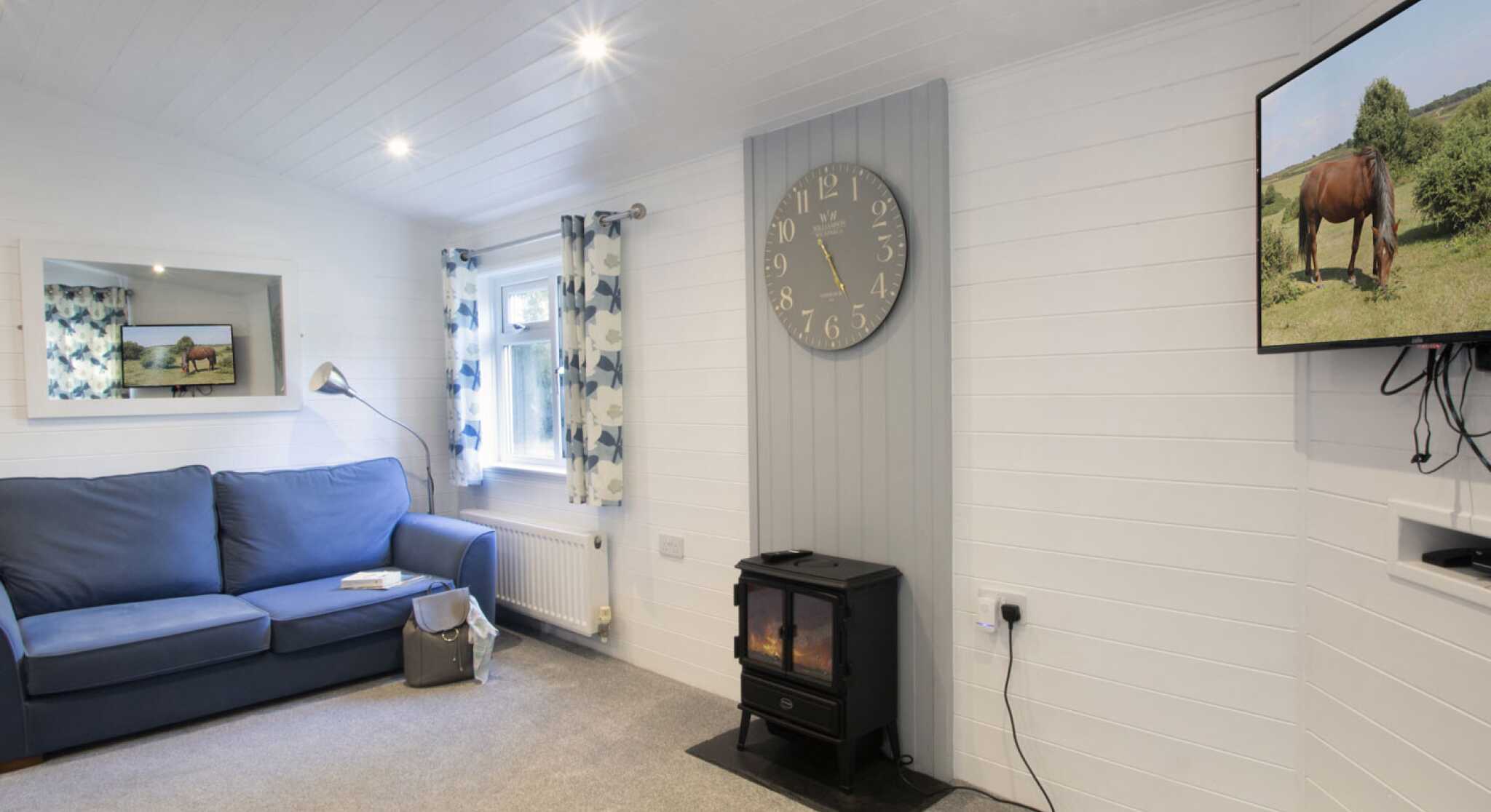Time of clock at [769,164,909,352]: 5:25
